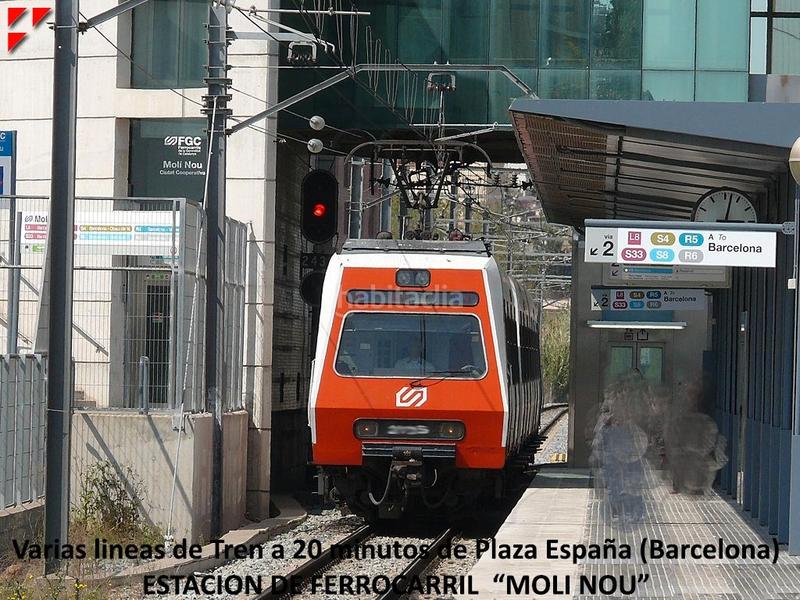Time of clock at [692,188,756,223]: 3:02
